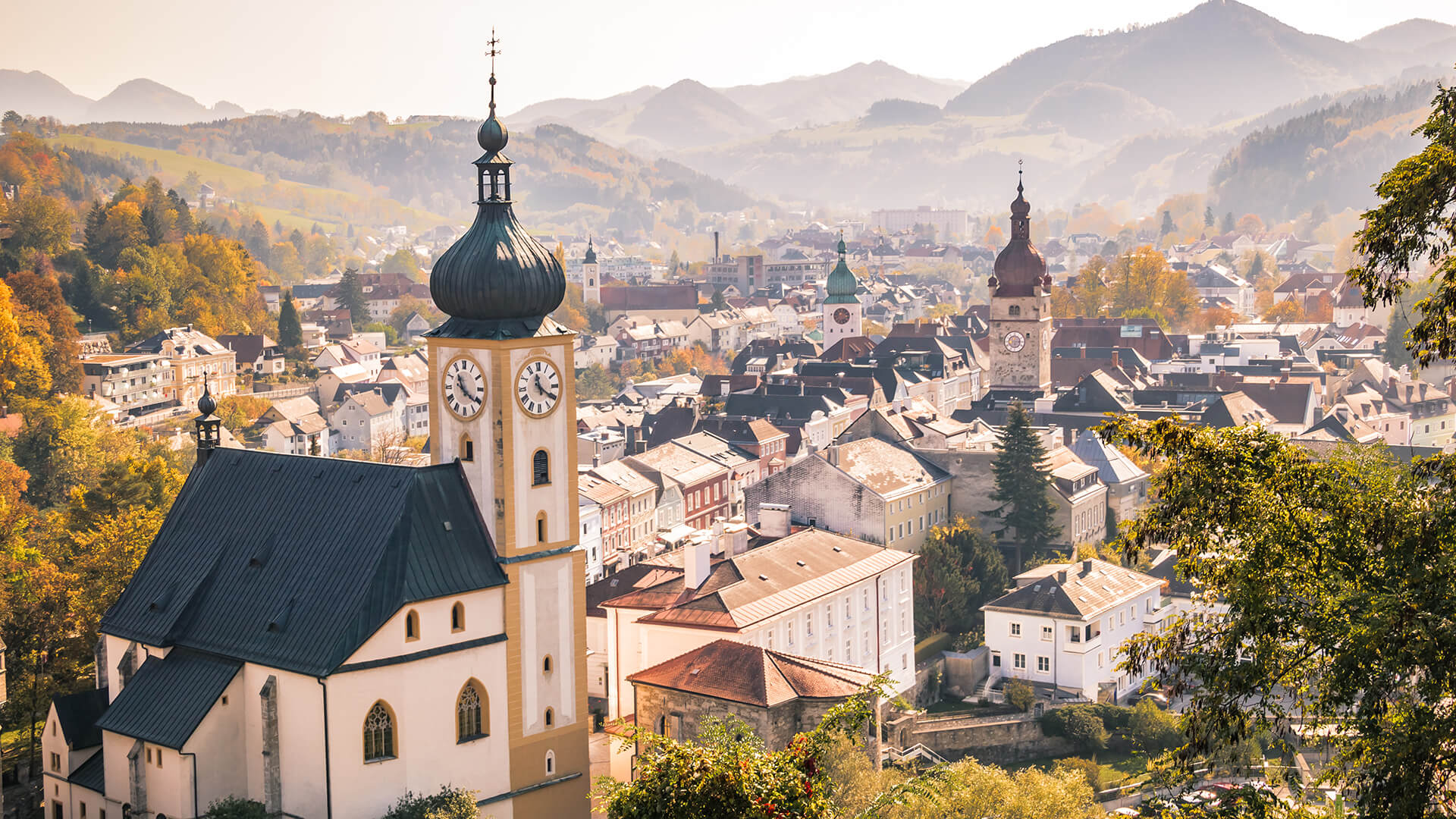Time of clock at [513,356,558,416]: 11:20
